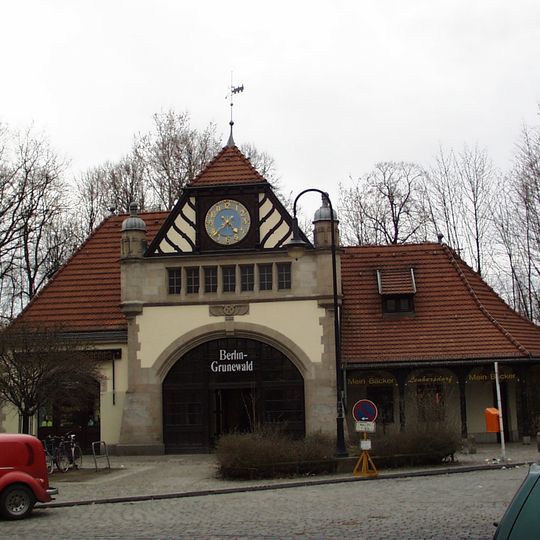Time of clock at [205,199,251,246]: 4:38
